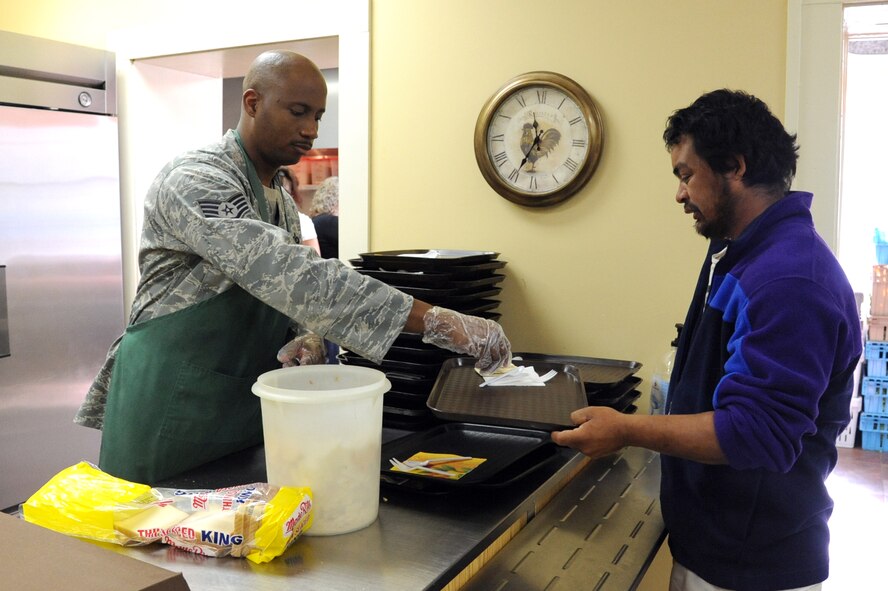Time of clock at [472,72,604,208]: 11:34
